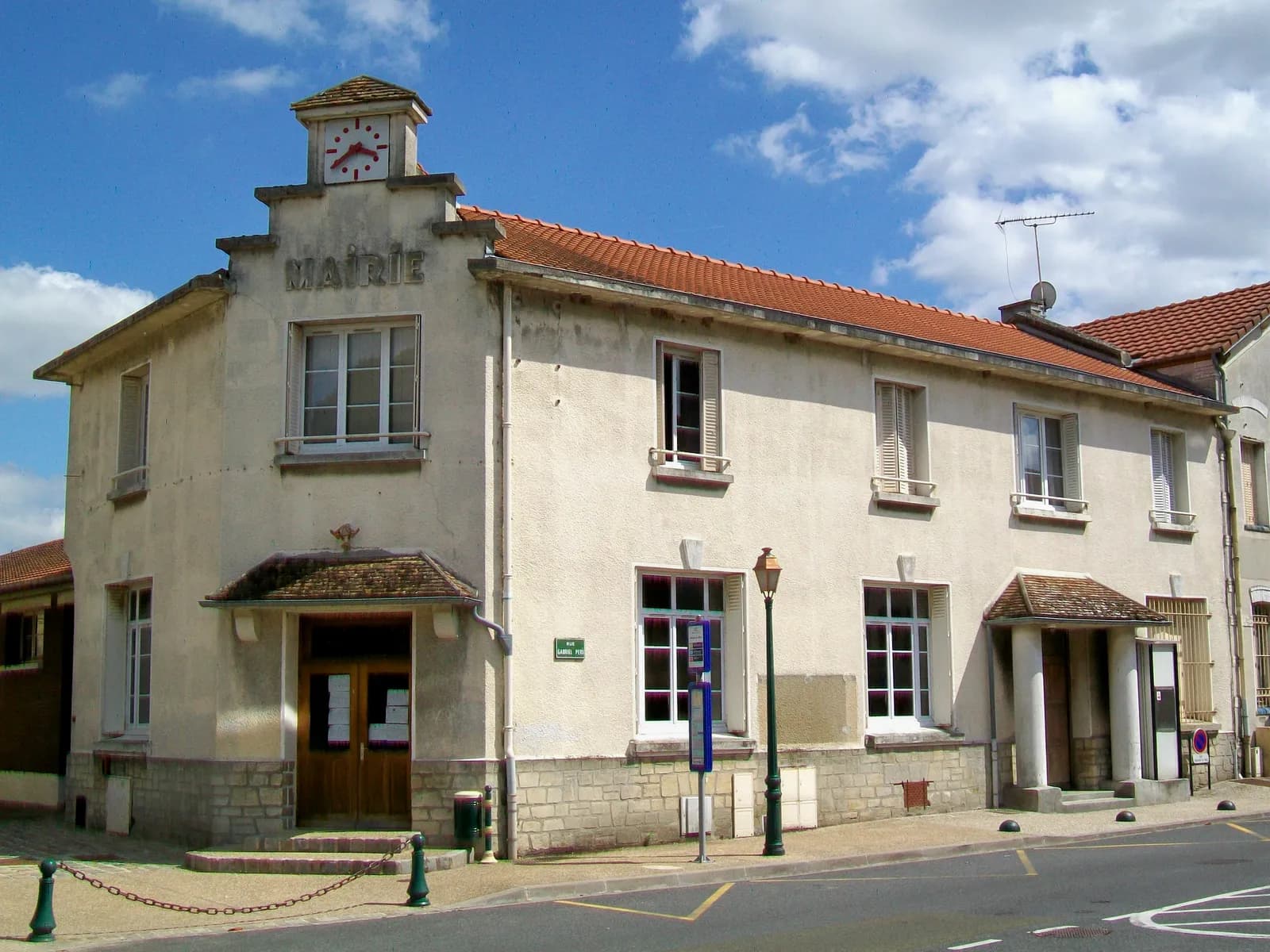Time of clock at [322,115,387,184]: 3:39
